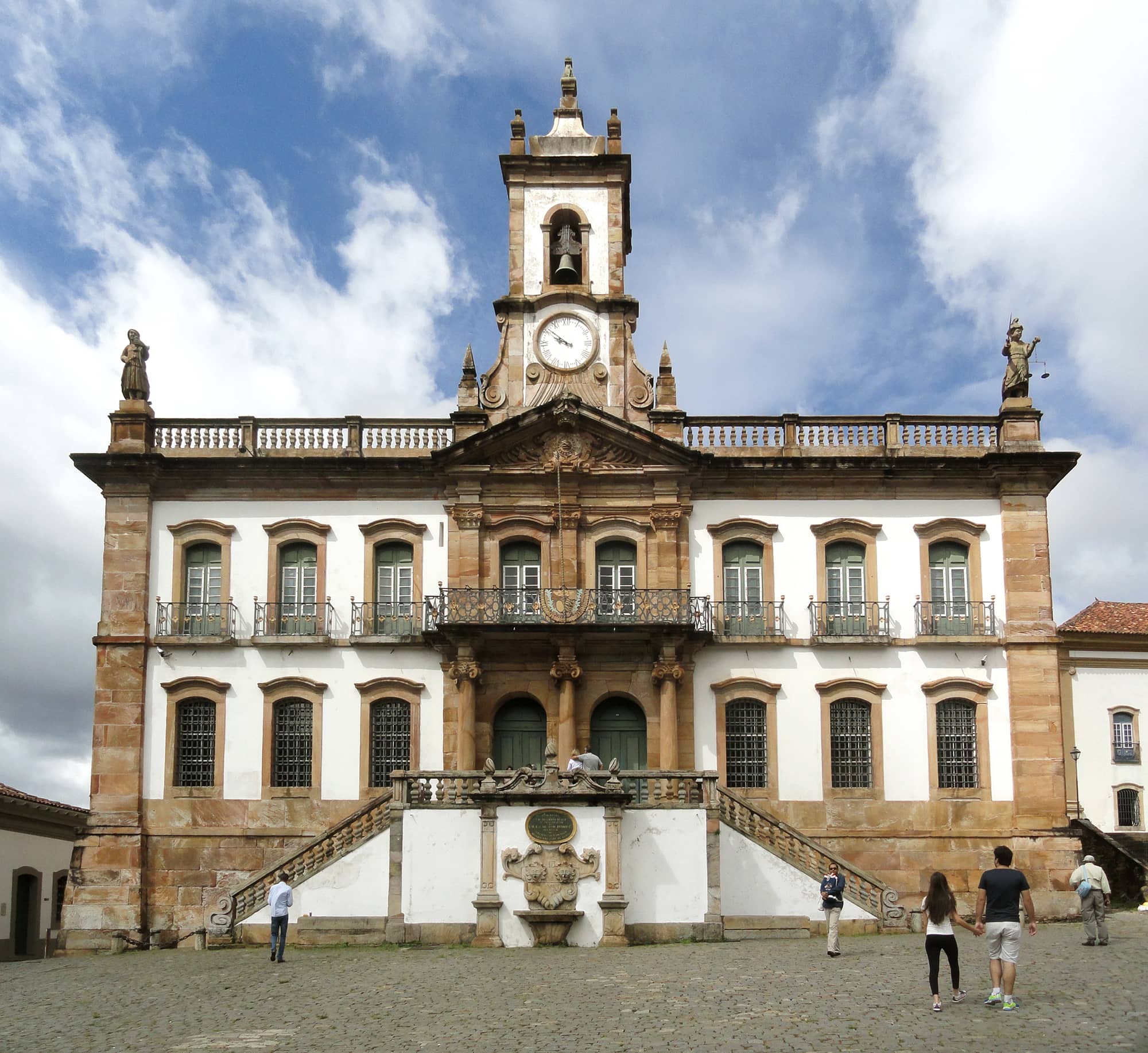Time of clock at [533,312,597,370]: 9:51
